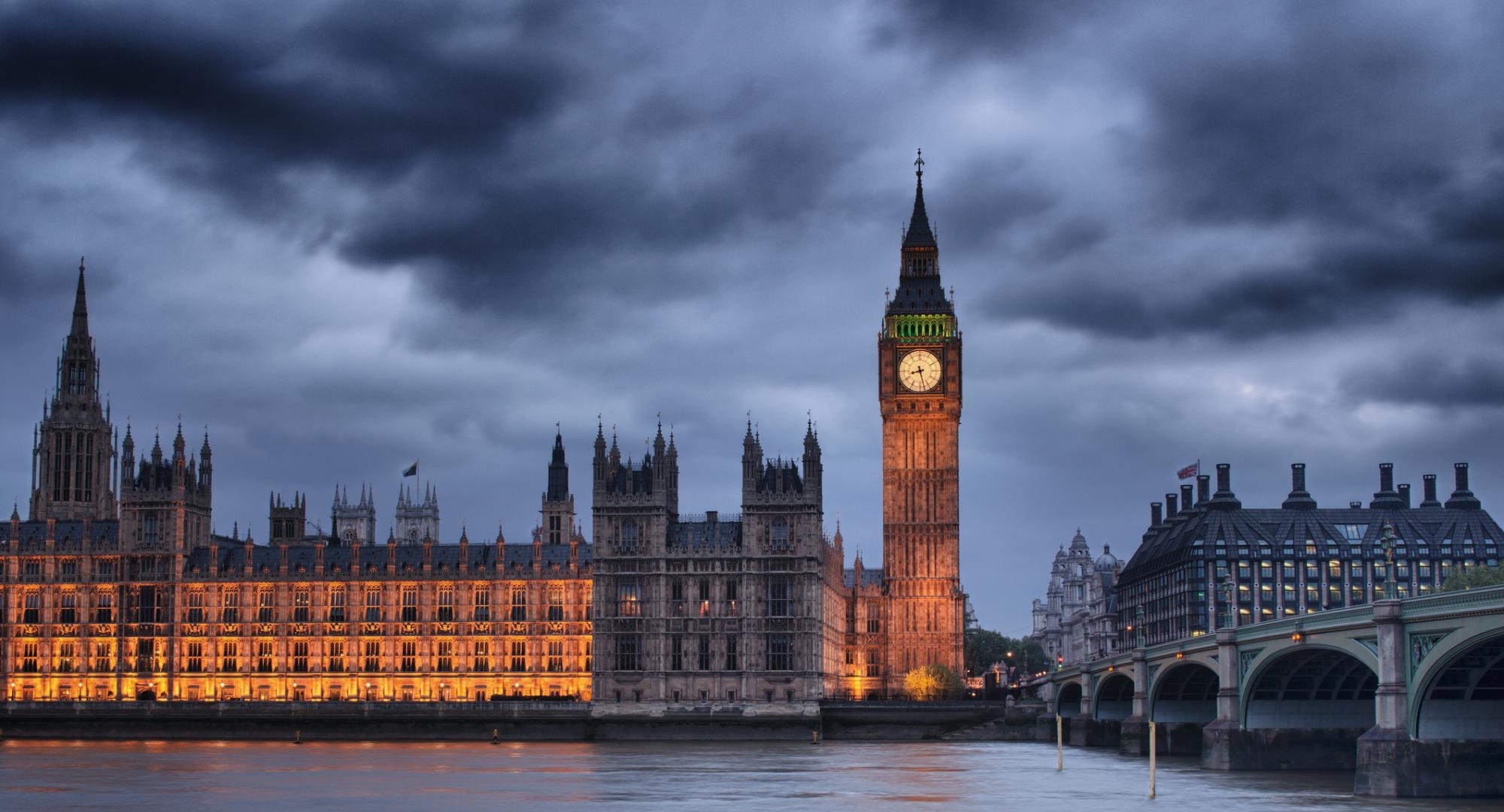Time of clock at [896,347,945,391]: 8:27
